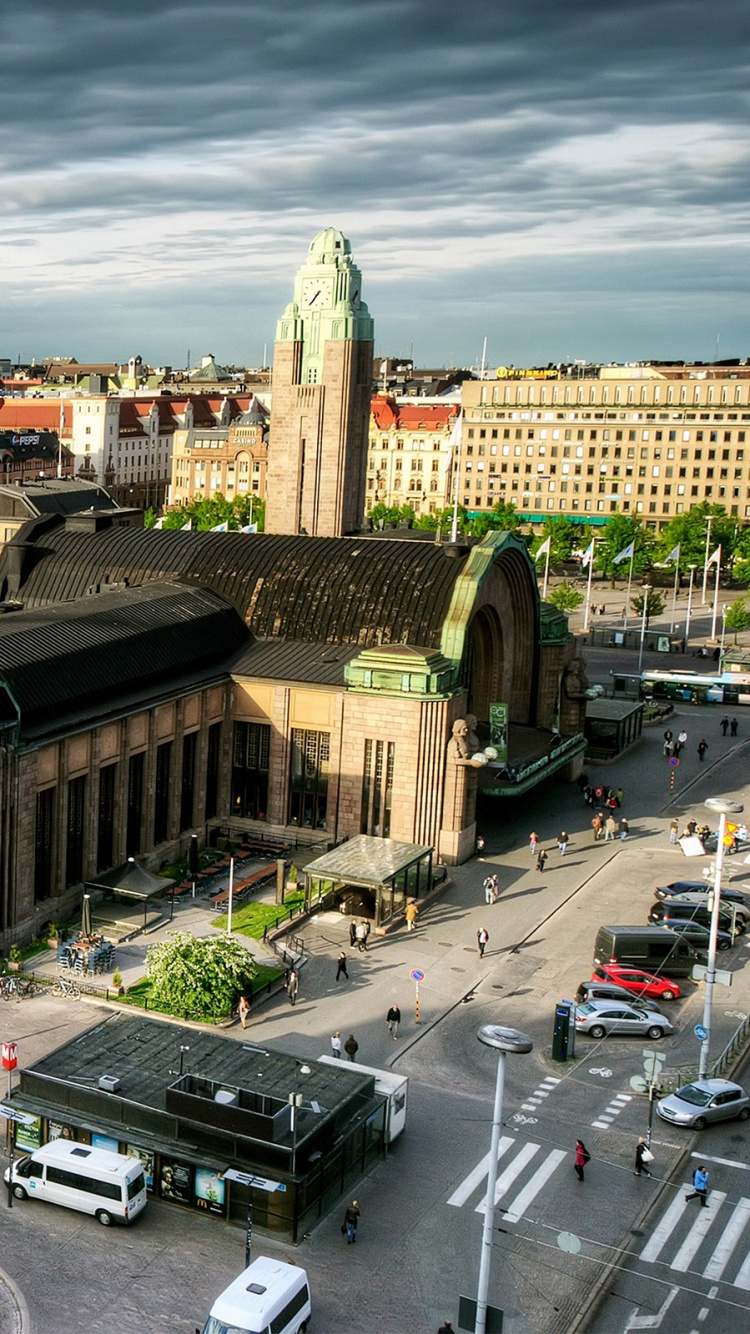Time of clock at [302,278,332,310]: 7:35
